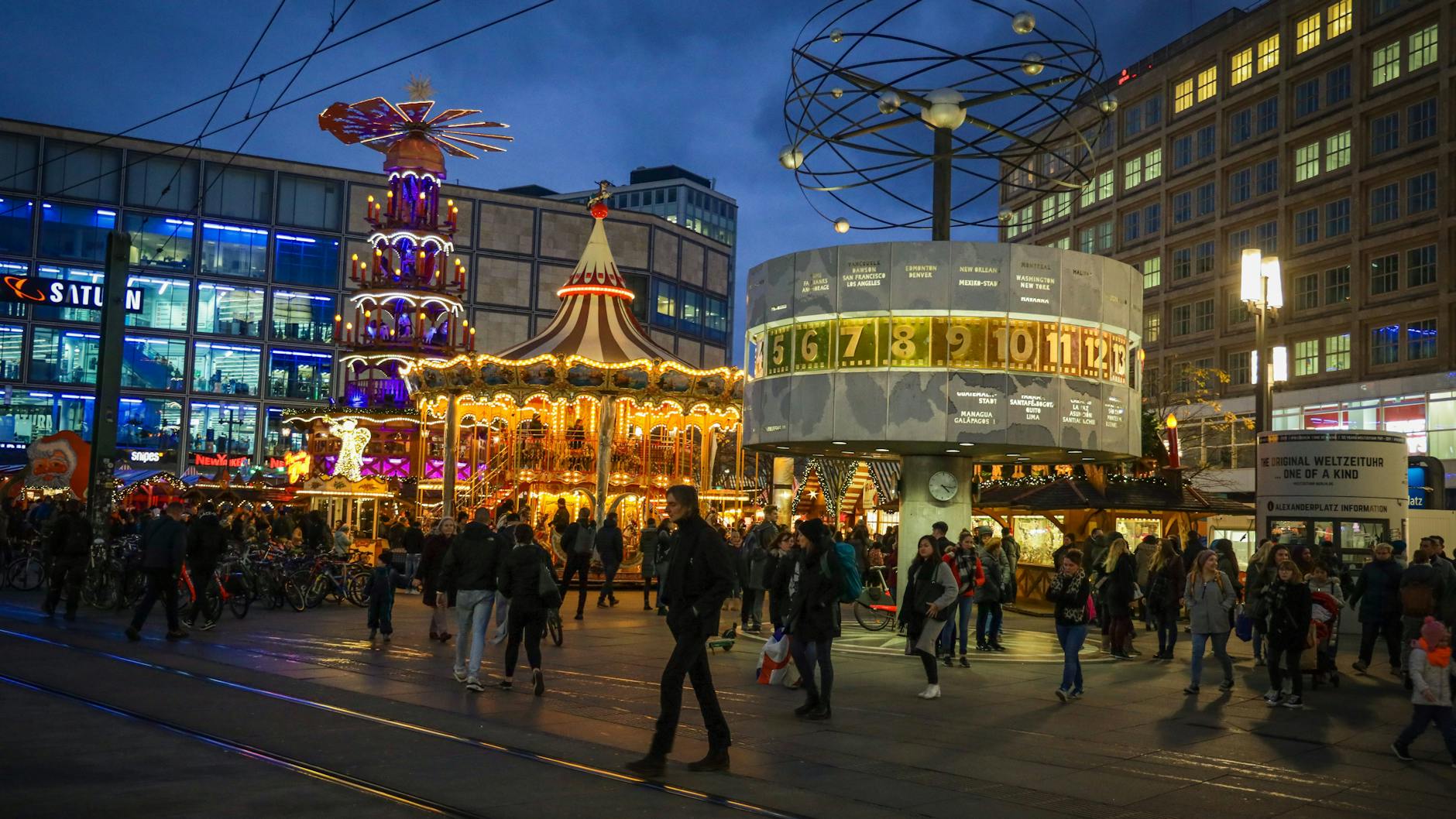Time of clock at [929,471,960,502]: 4:16
